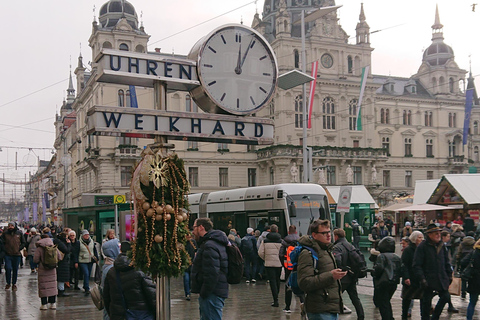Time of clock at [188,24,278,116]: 12:04
